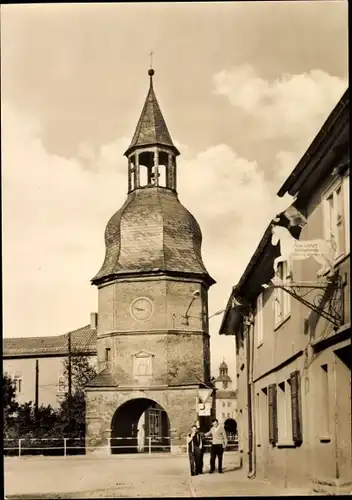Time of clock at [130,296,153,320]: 8:48
